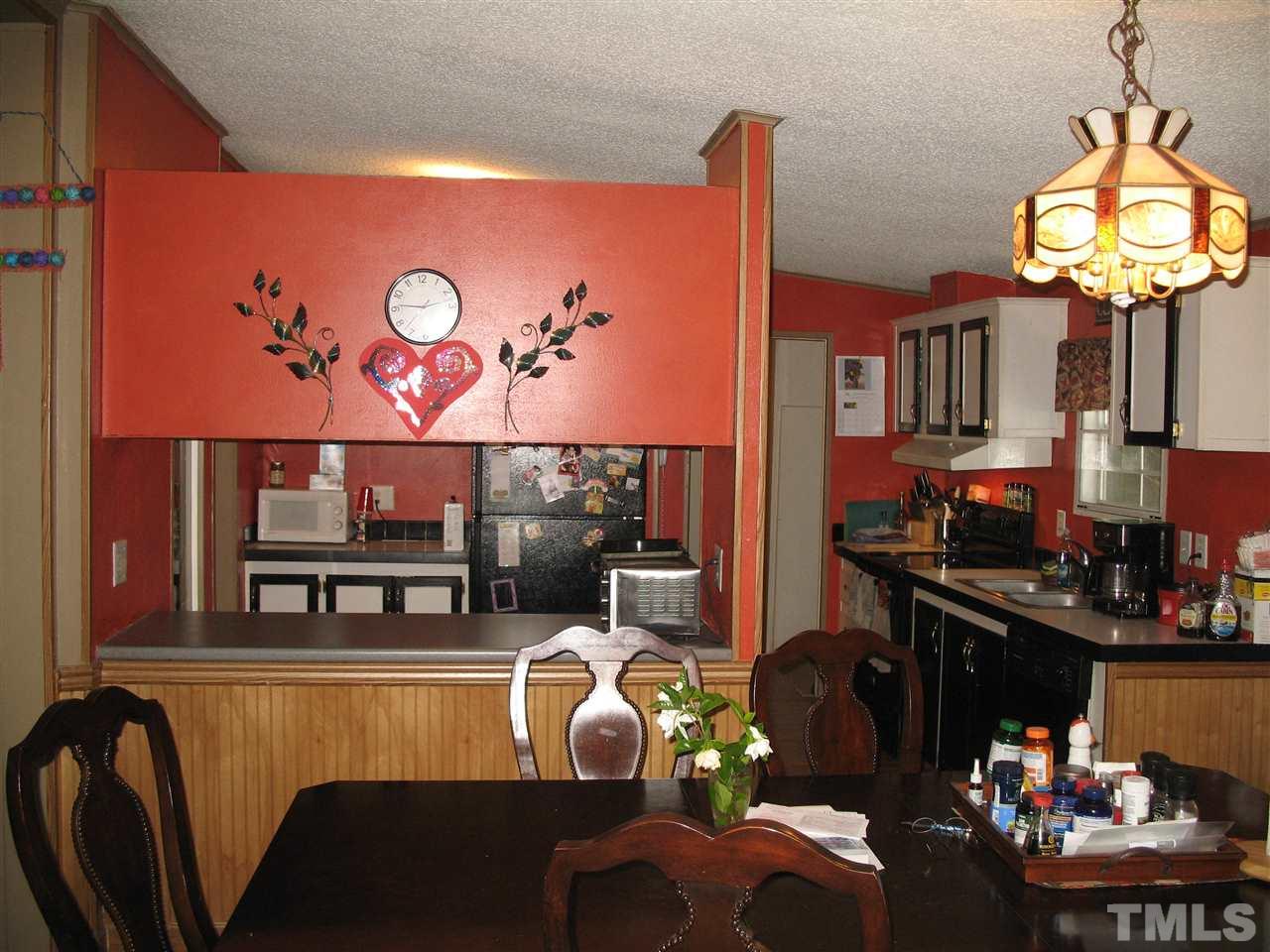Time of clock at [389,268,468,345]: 9:12
